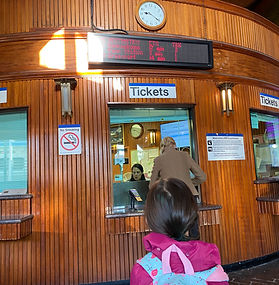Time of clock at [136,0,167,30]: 9:20
